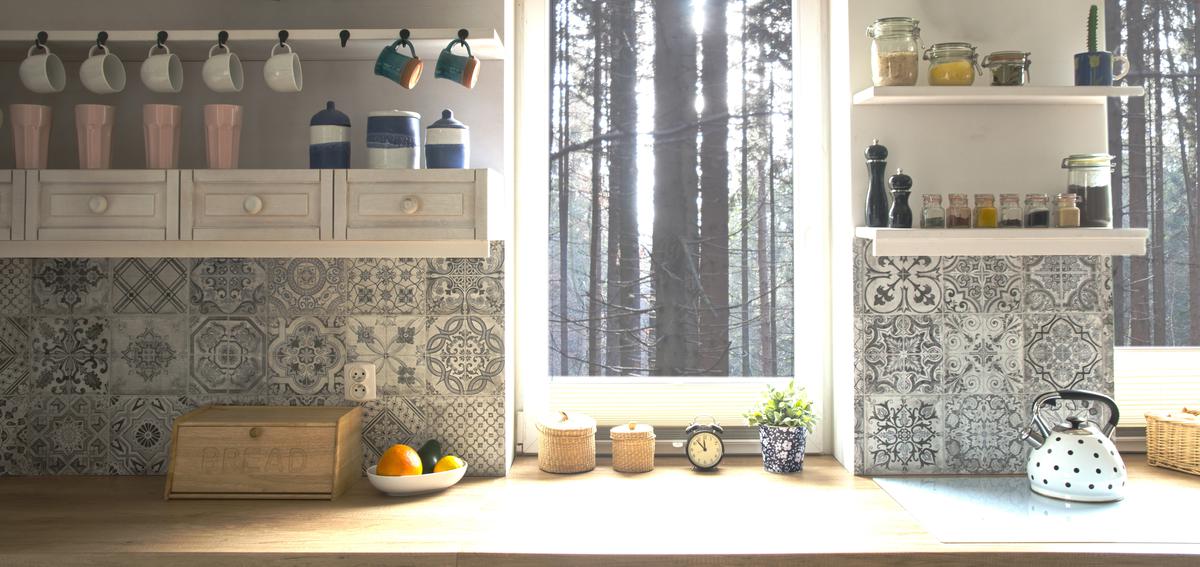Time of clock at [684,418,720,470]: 11:53
